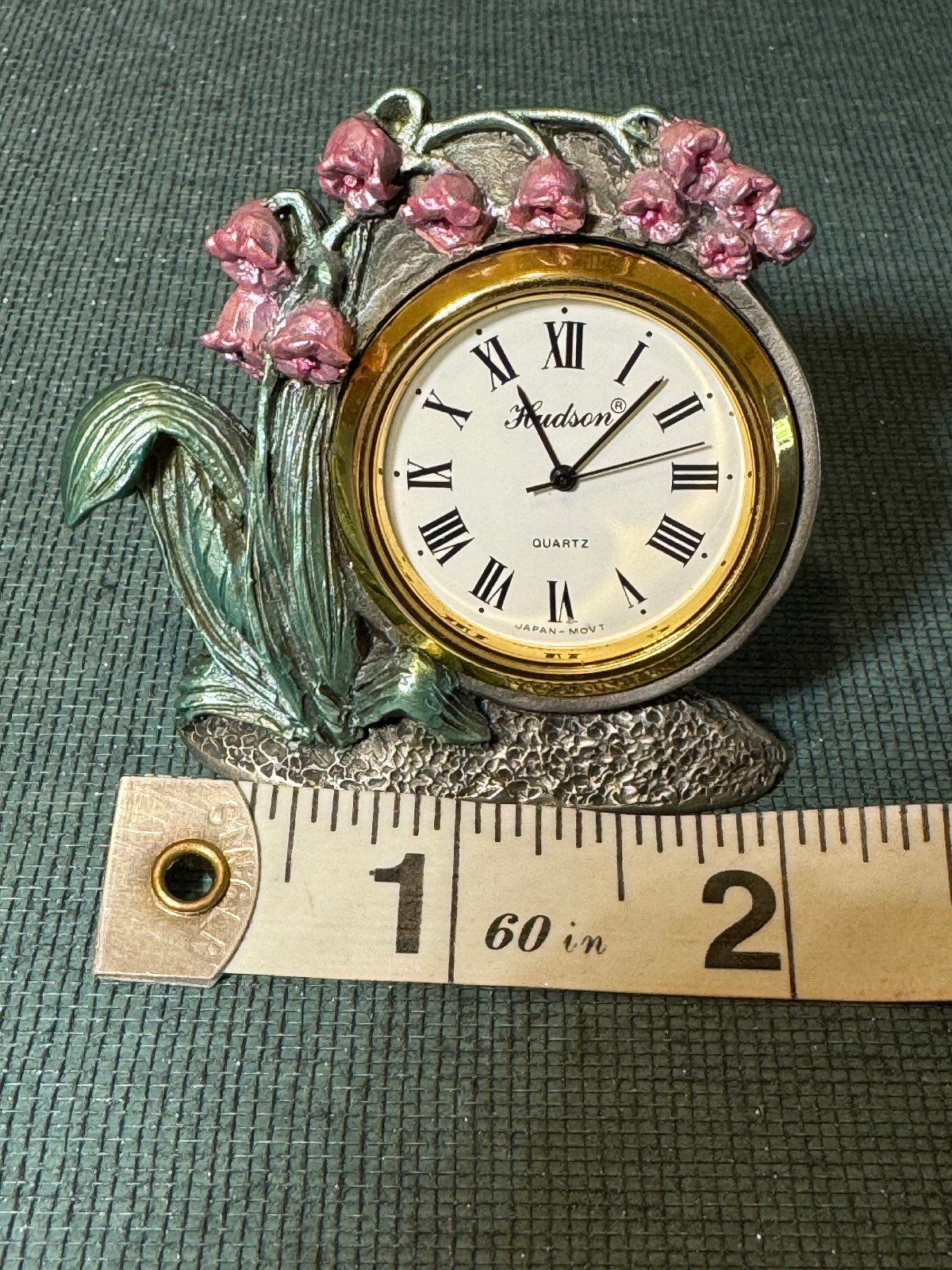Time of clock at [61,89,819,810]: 11:07
